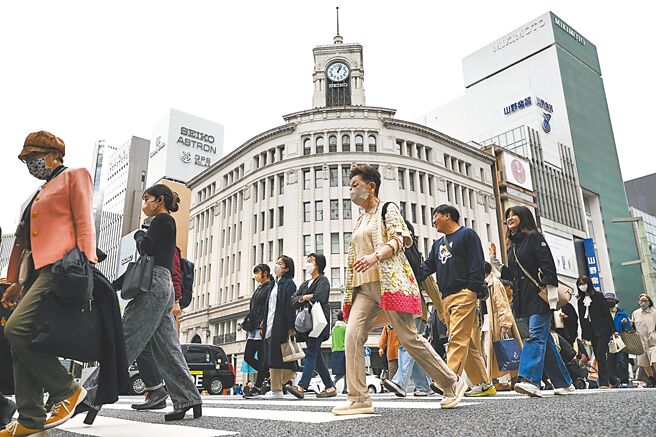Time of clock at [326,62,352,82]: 1:02
